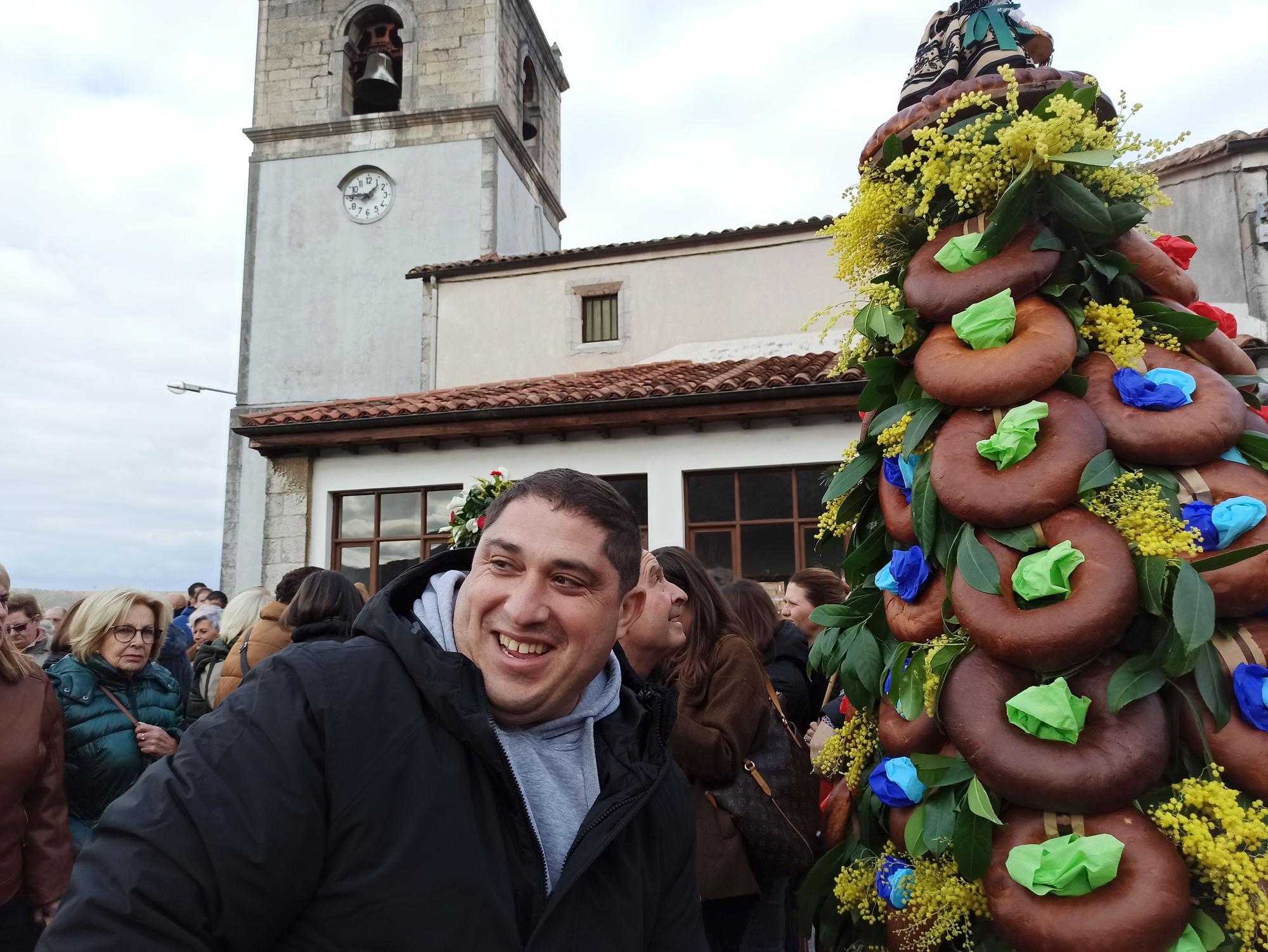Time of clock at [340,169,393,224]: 1:46
